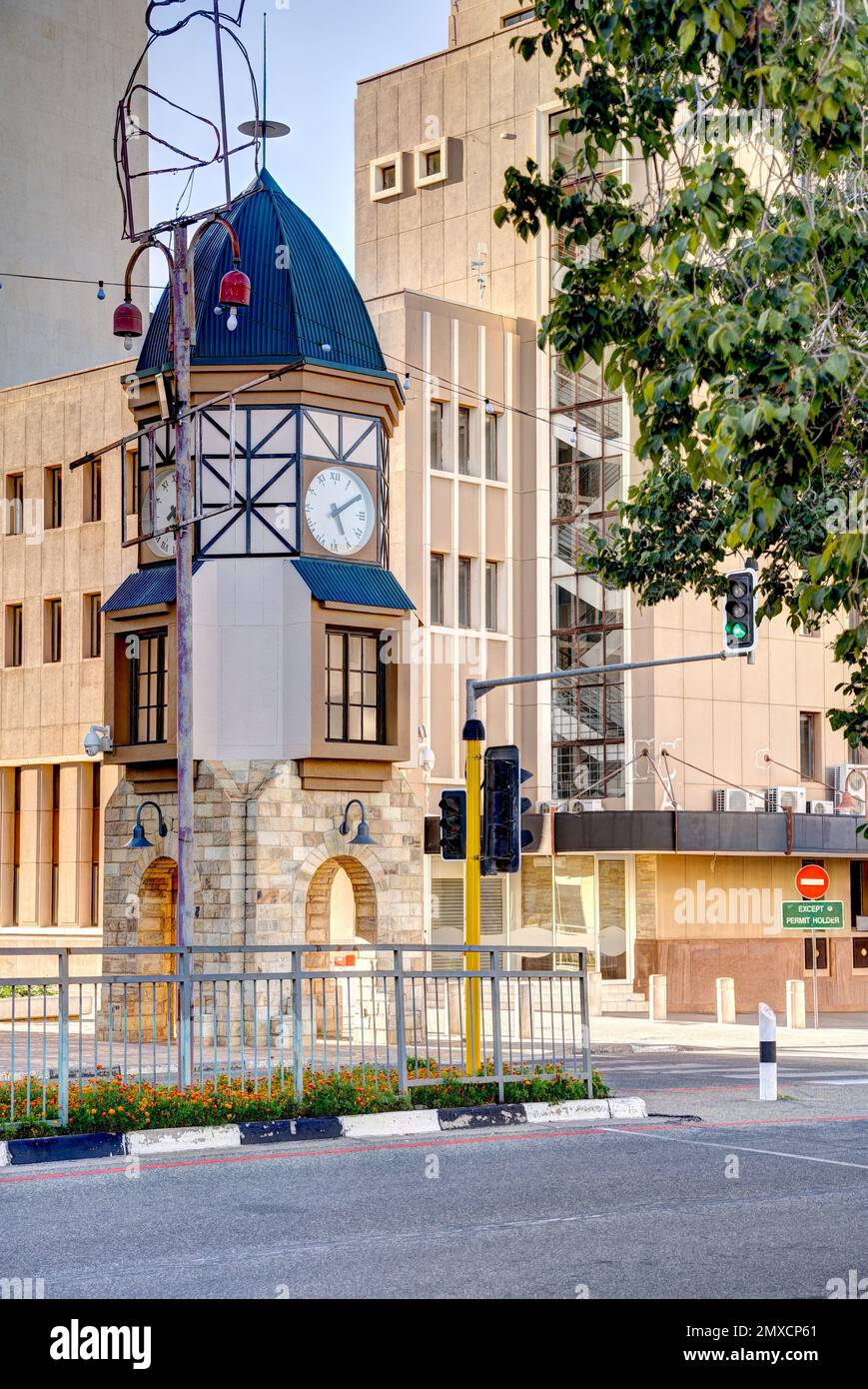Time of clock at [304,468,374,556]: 5:09
